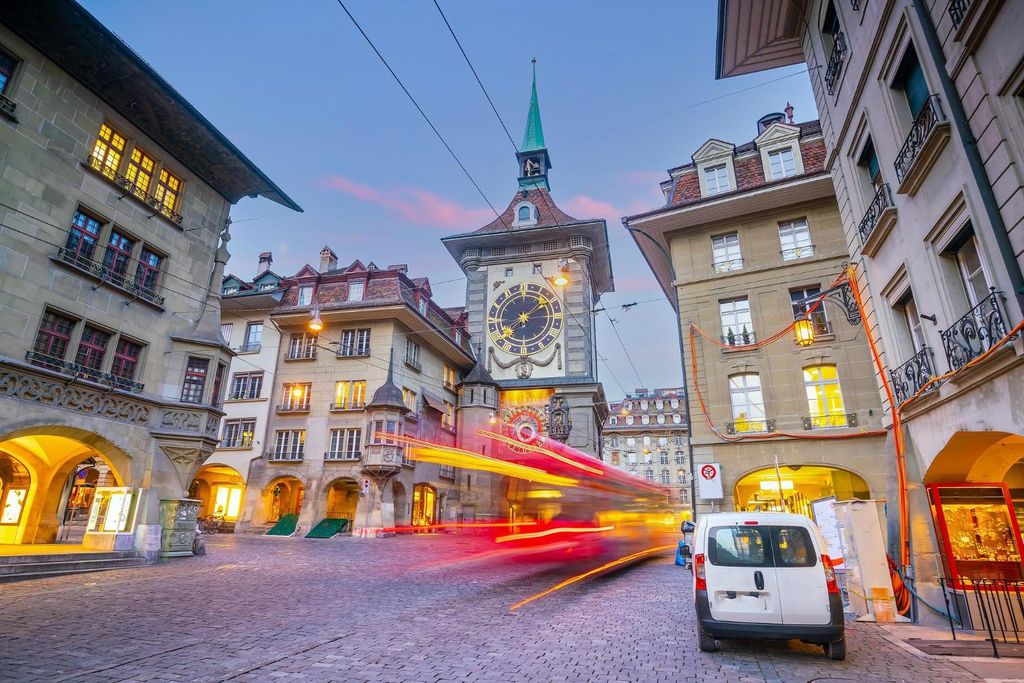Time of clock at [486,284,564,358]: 1:37
